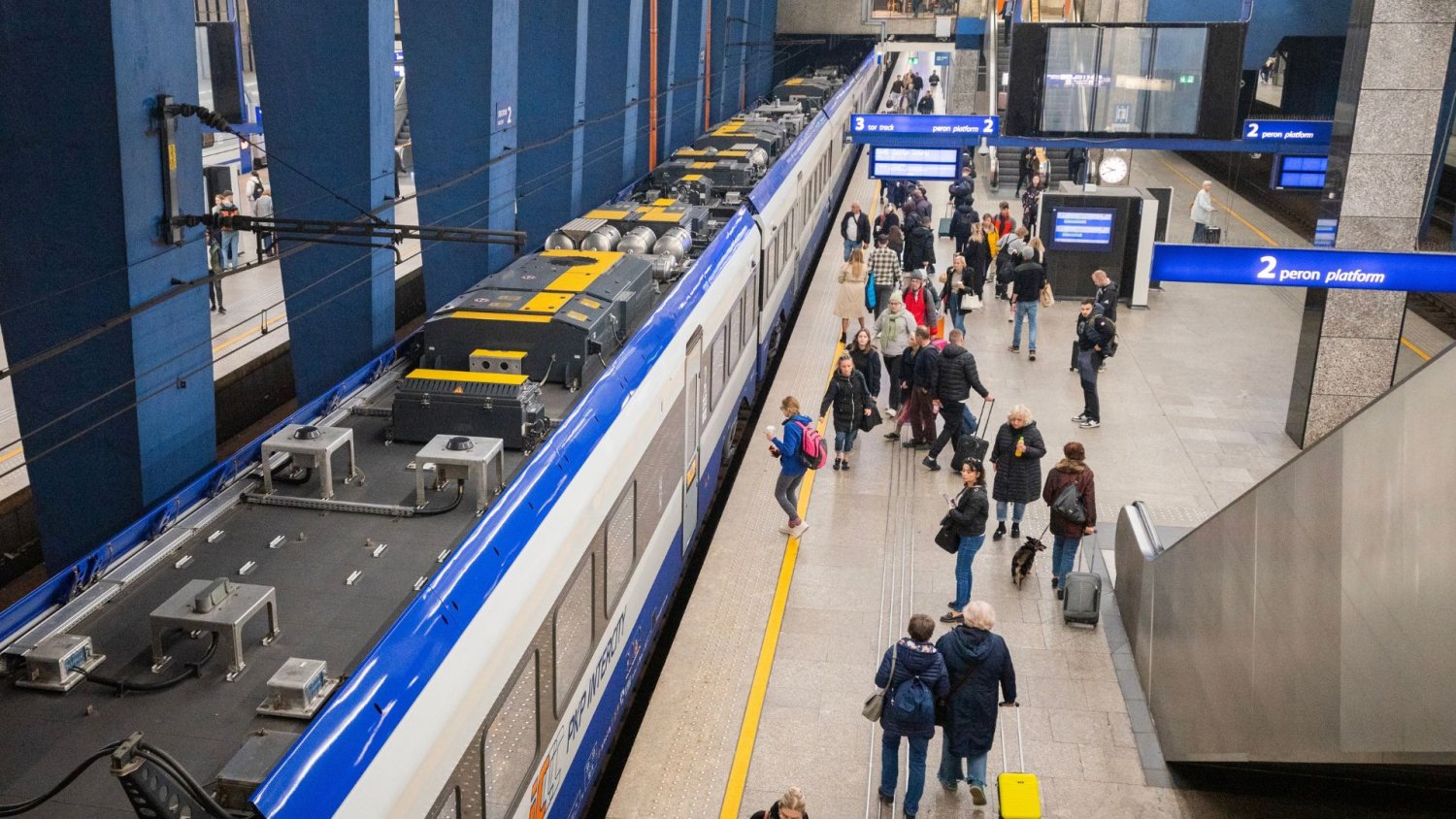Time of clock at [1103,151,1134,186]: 9:41
